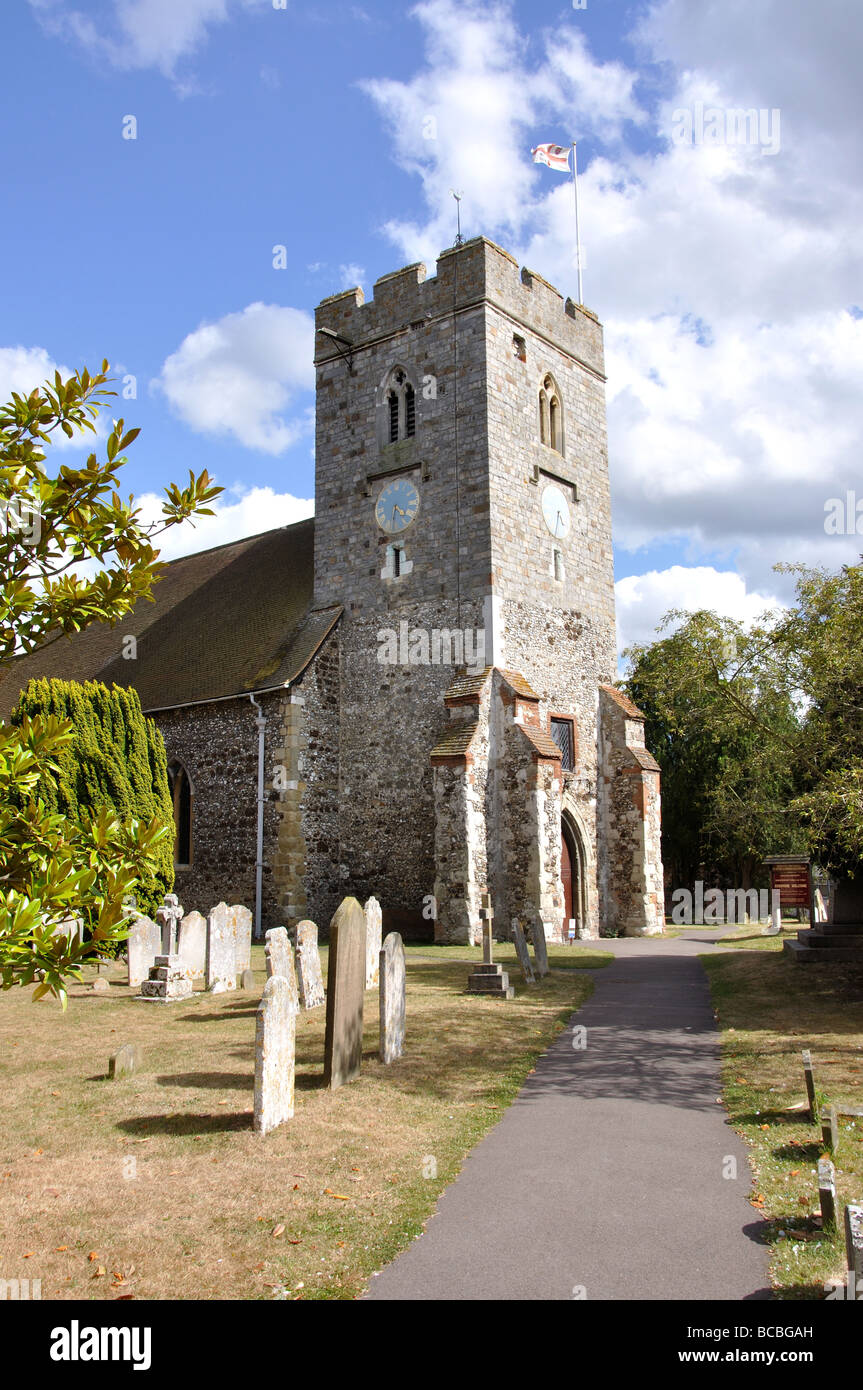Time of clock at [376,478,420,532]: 4:31
